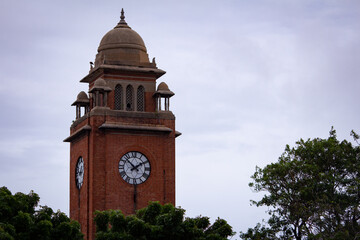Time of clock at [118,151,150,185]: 1:52
